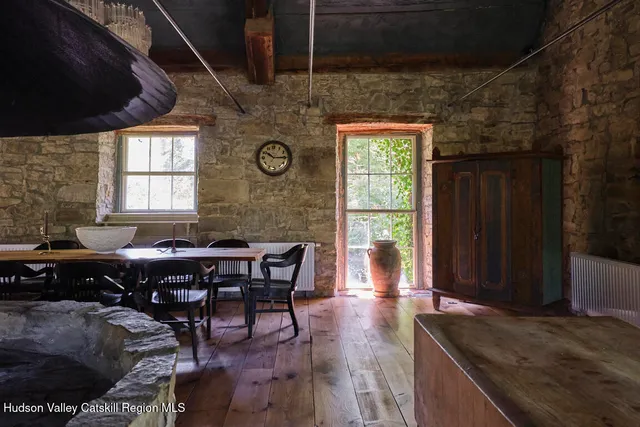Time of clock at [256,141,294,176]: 10:14
